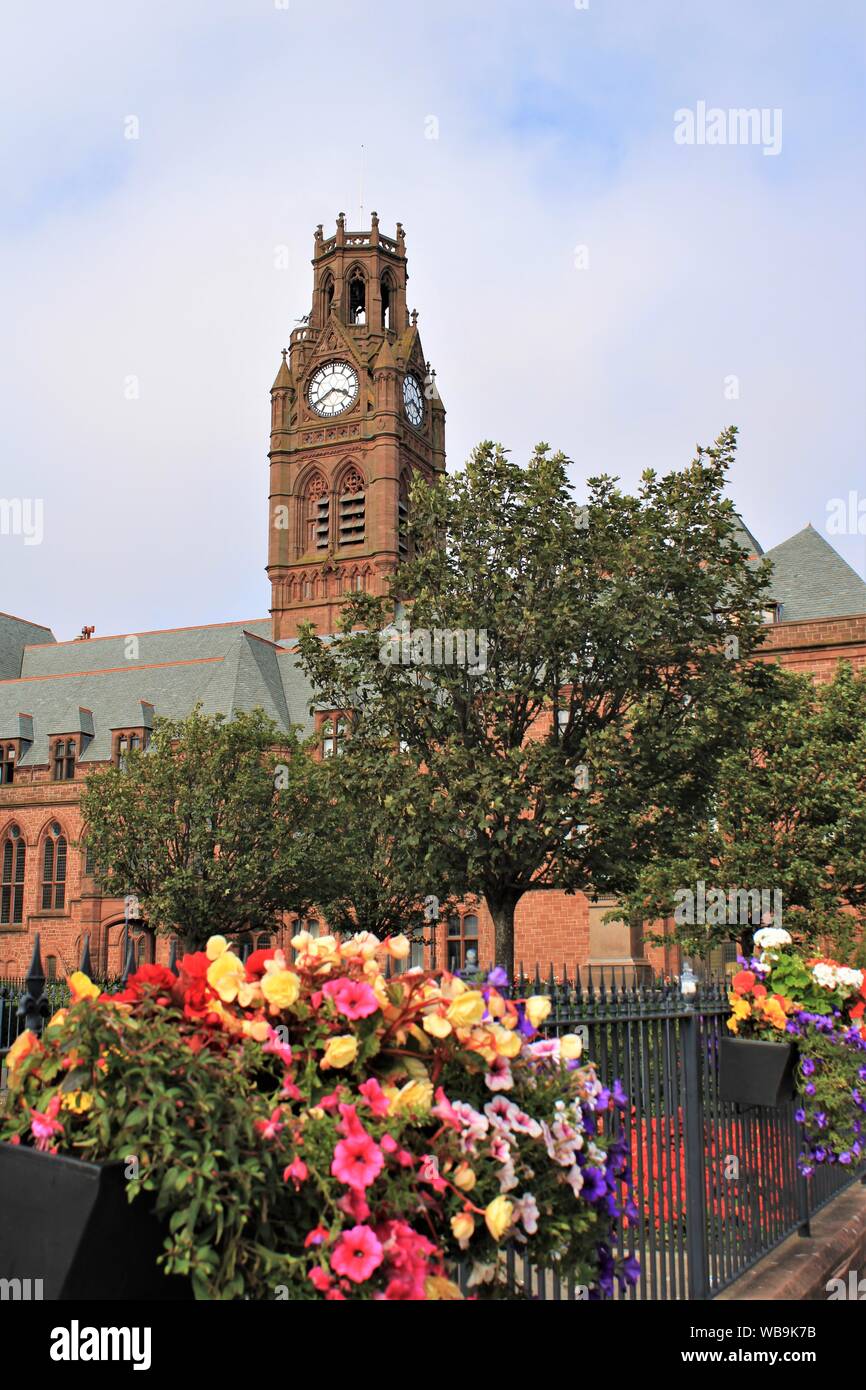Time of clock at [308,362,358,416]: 3:39
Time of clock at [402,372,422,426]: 3:40
